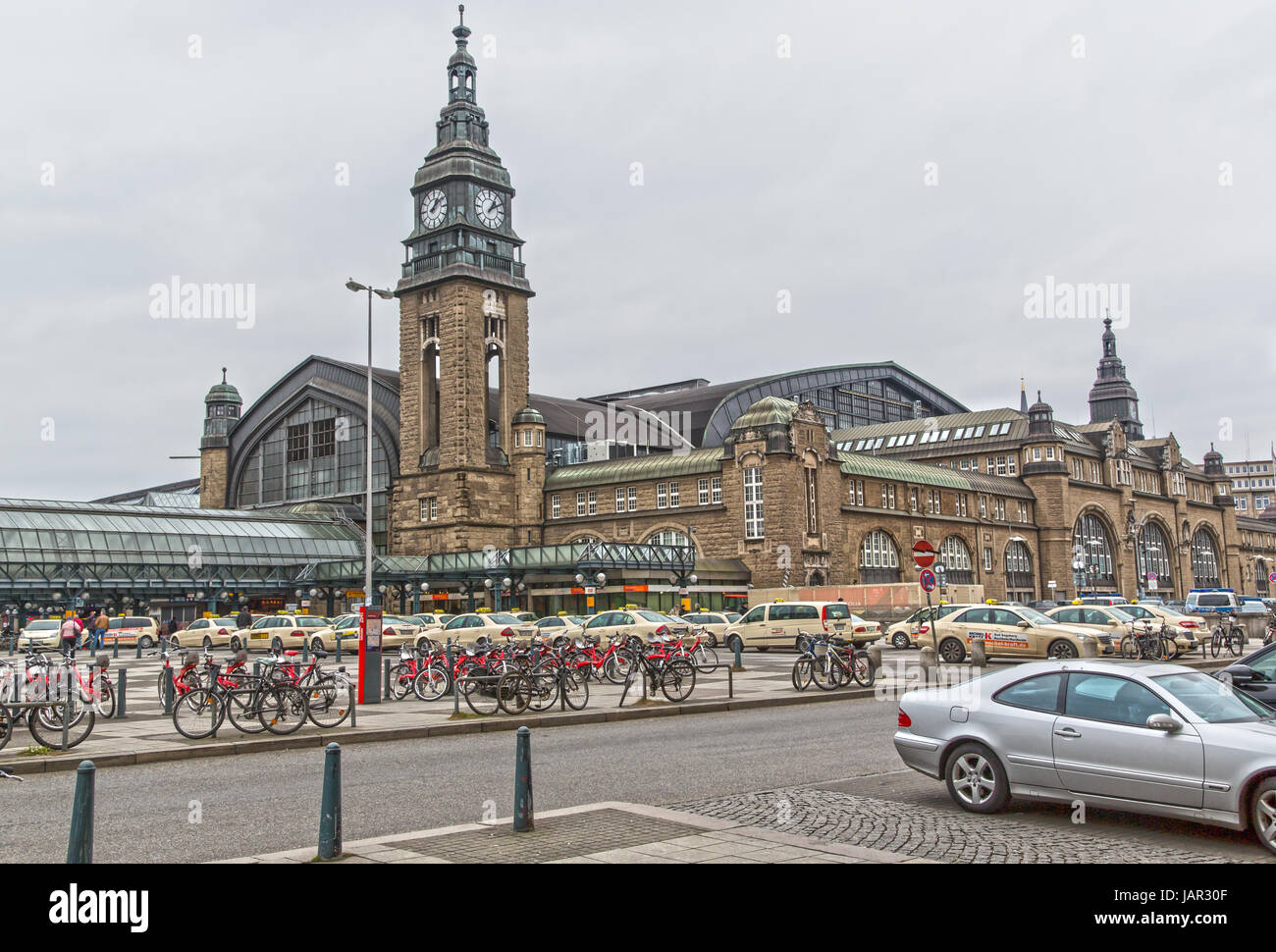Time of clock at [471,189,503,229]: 1:09
